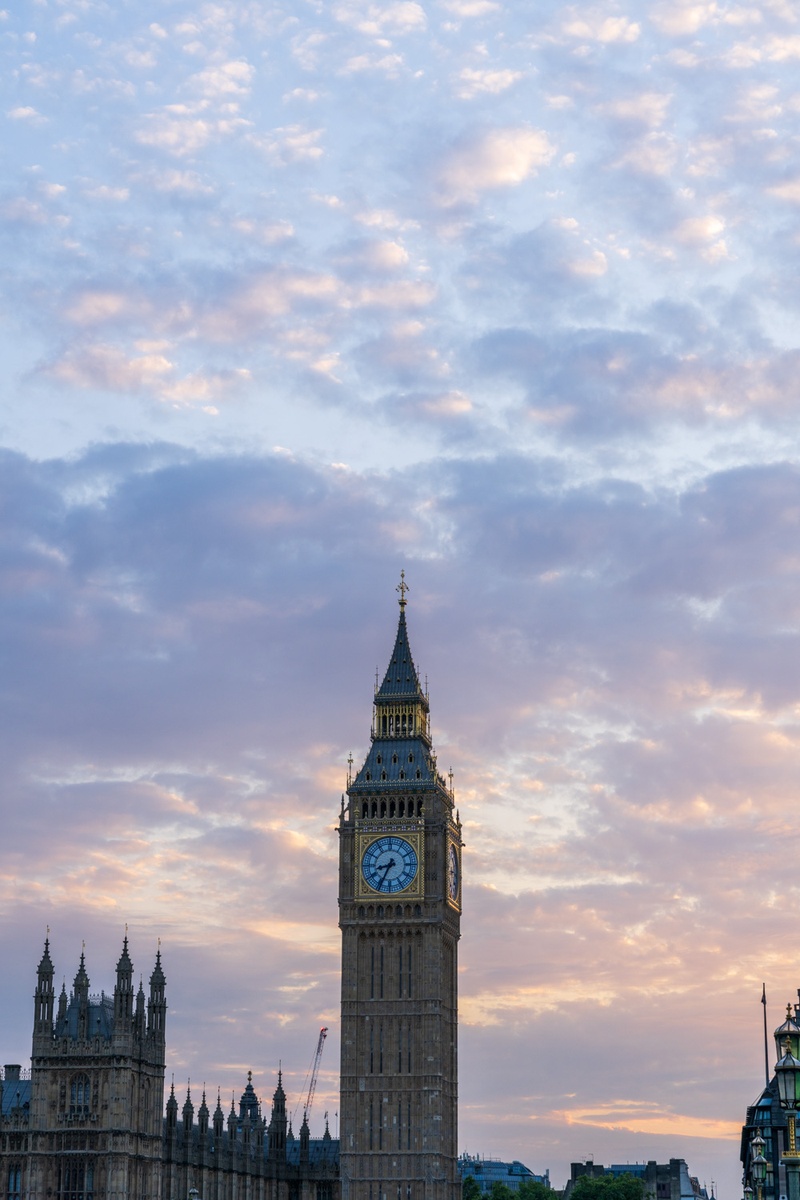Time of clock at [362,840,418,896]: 8:34
